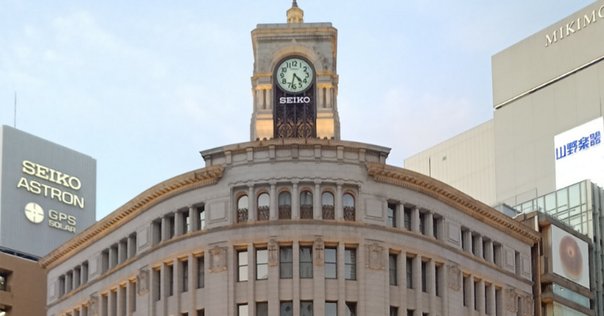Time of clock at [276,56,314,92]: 4:32
